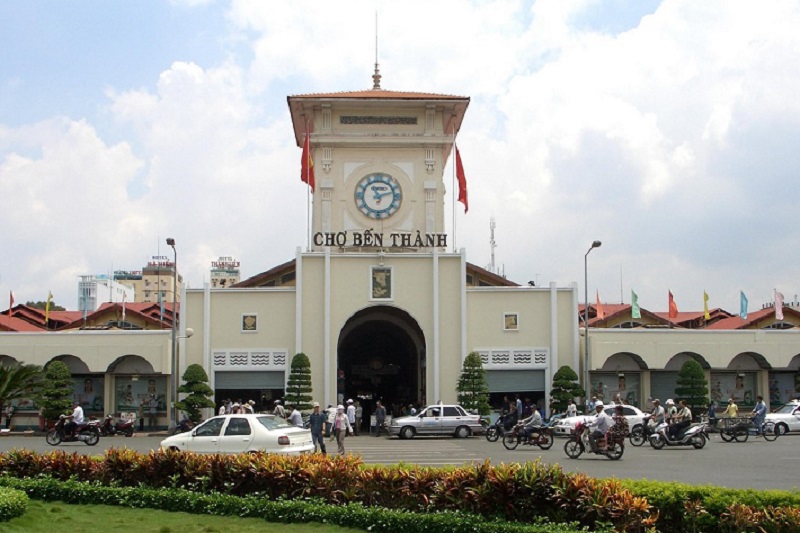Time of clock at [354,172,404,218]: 11:12
